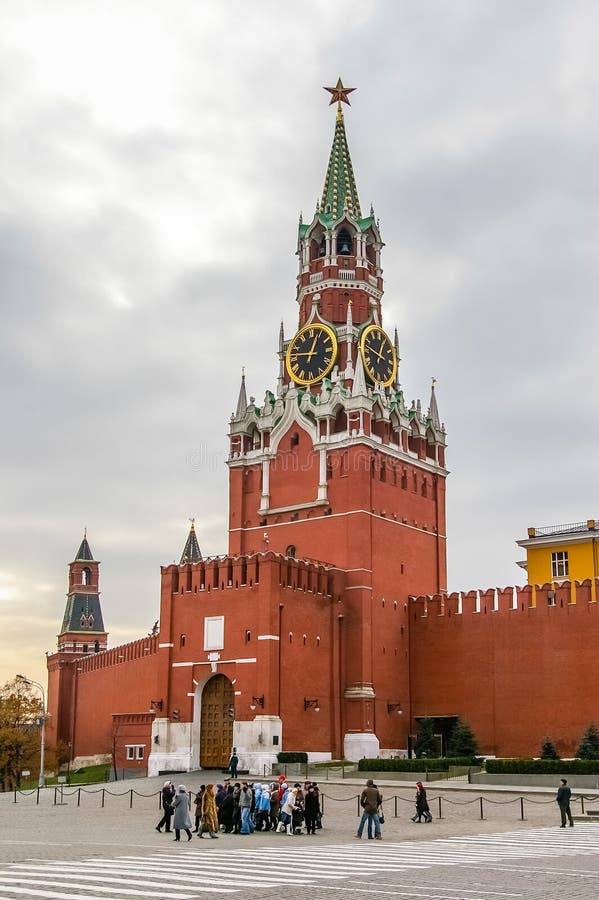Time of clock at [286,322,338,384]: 12:46
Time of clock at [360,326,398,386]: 12:47
